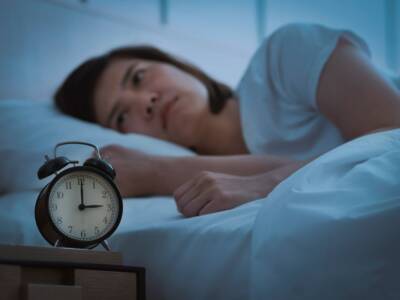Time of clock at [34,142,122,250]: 3:00
